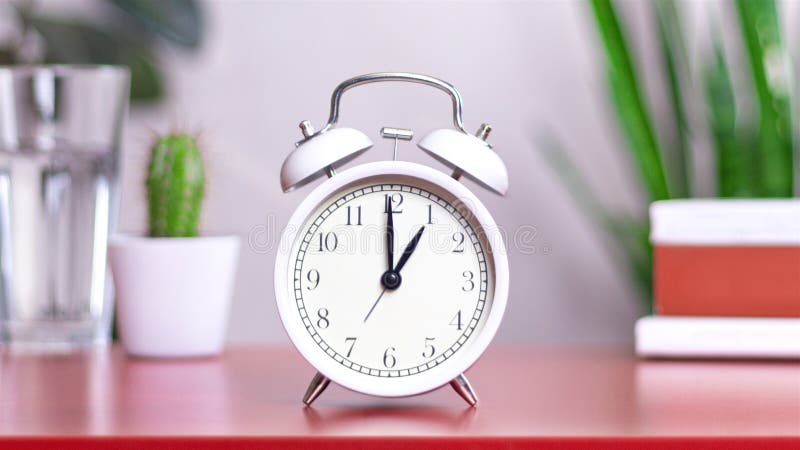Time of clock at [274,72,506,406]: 1:00
